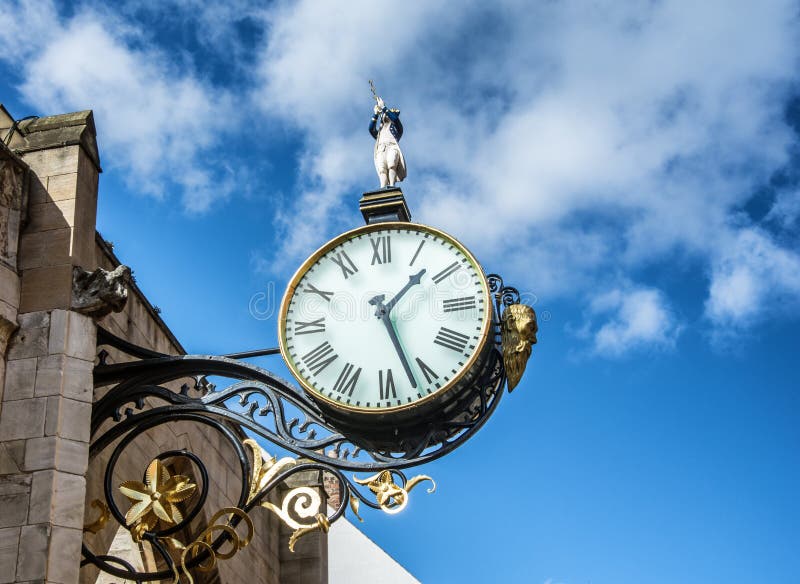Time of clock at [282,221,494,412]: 1:26
